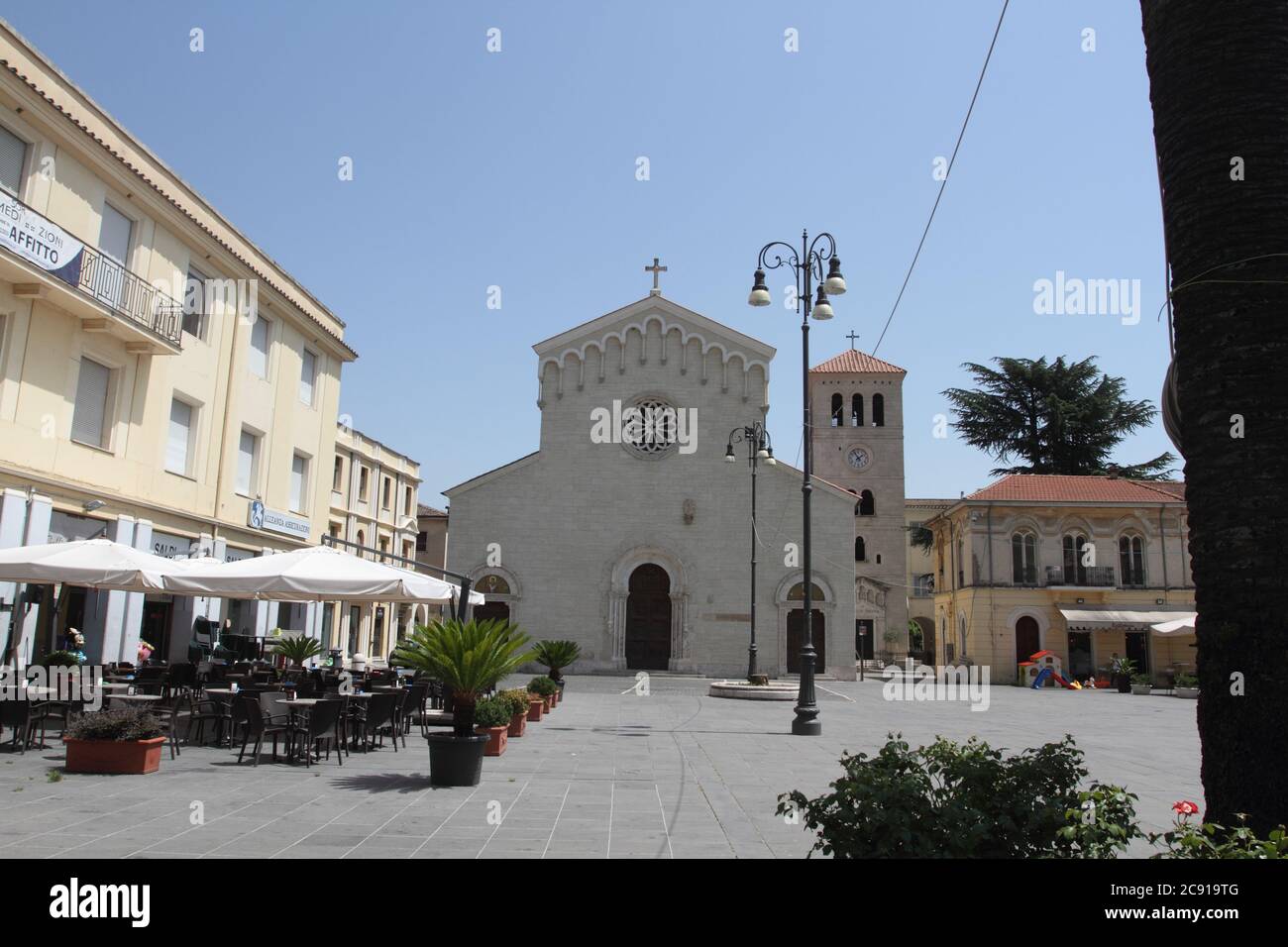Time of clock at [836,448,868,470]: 1:54
